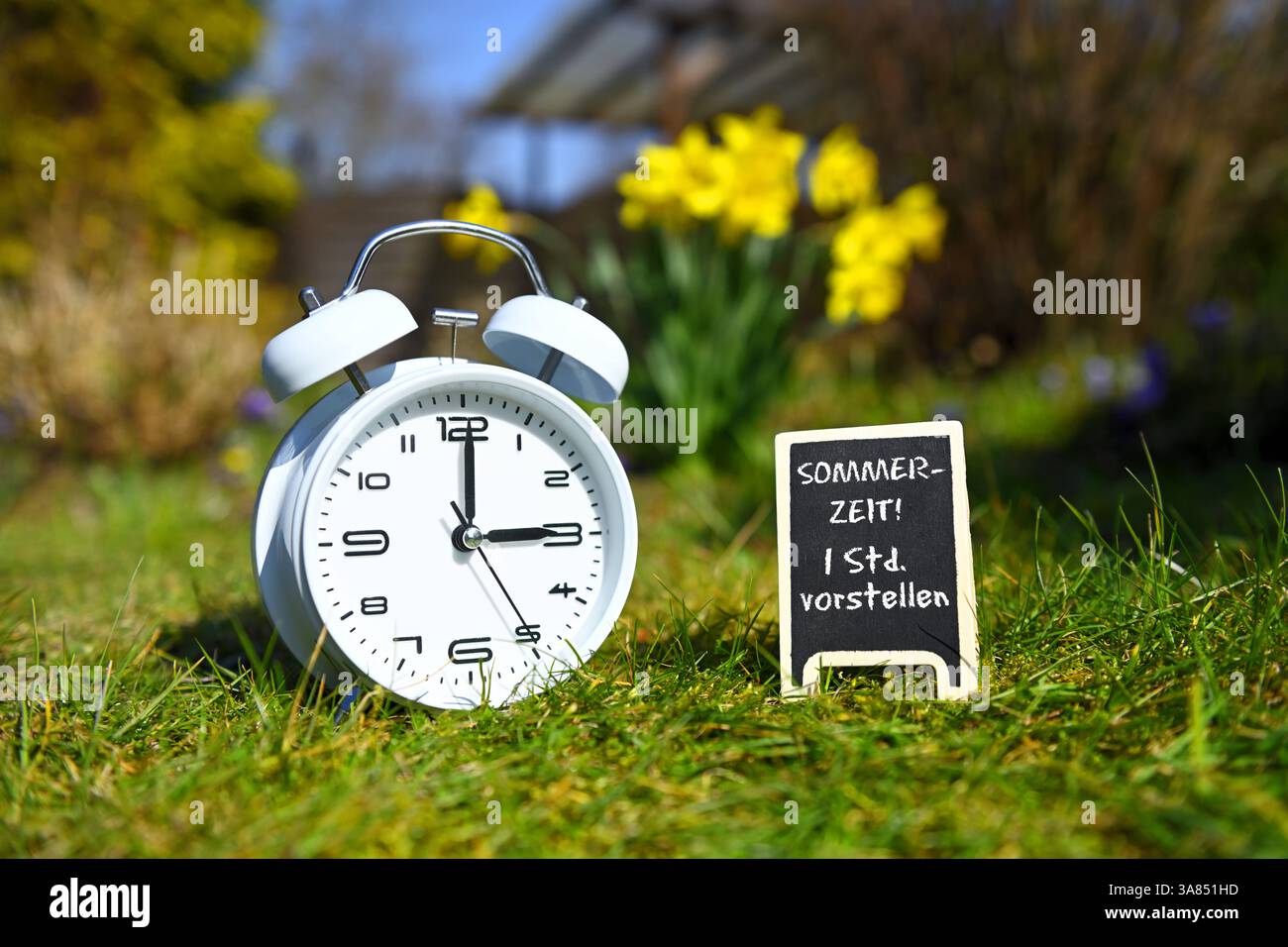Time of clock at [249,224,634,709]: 3:00
